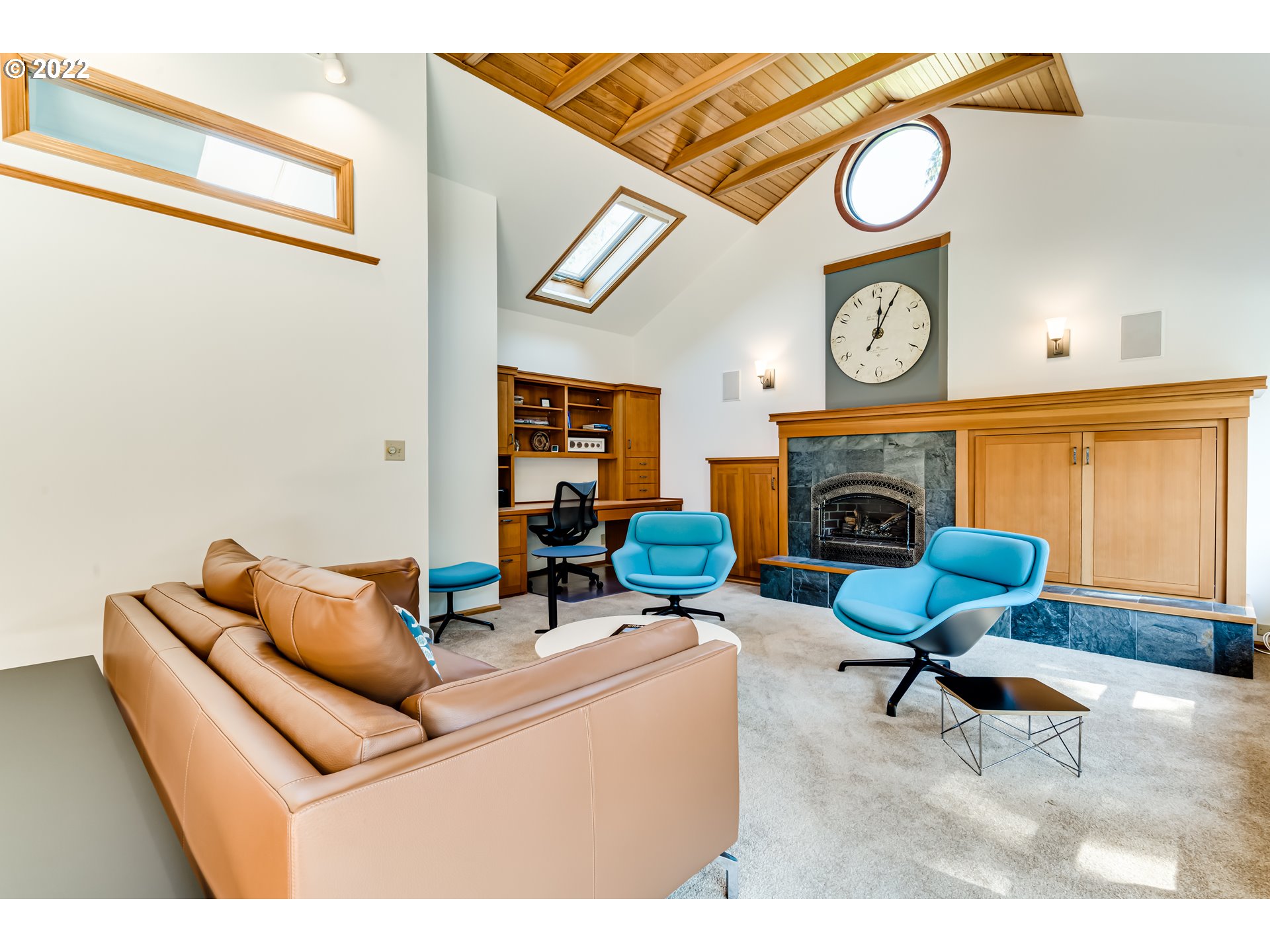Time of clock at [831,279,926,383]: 12:04
